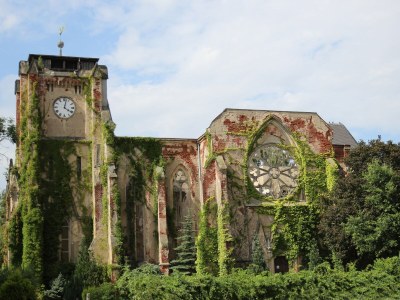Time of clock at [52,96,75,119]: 4:02
